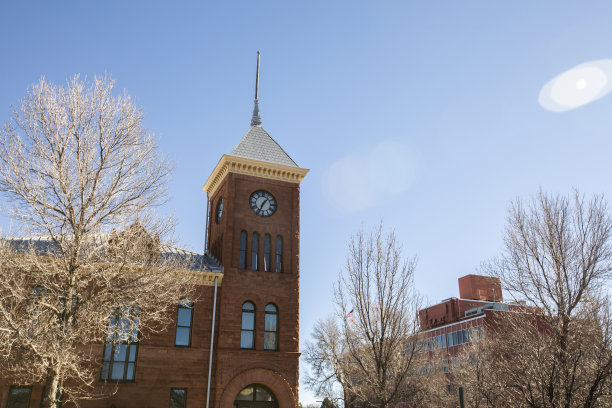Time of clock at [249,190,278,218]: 1:34
